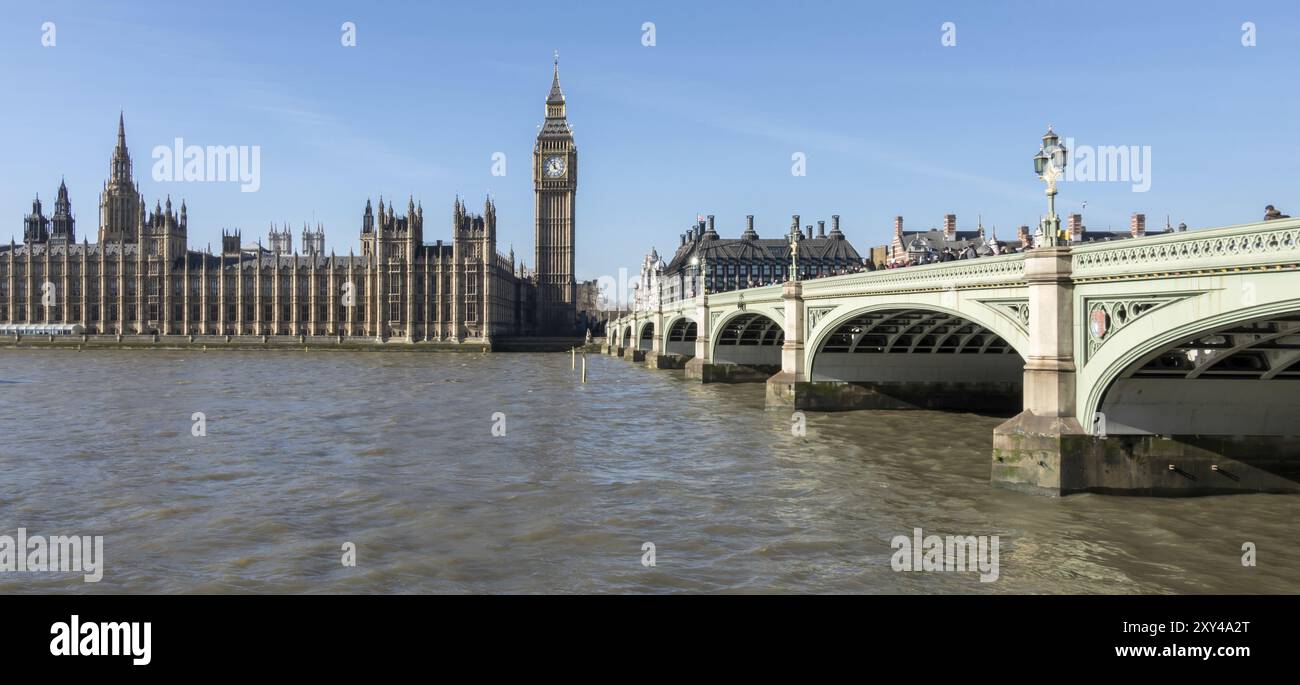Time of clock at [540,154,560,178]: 11:53
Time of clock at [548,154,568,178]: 11:53
